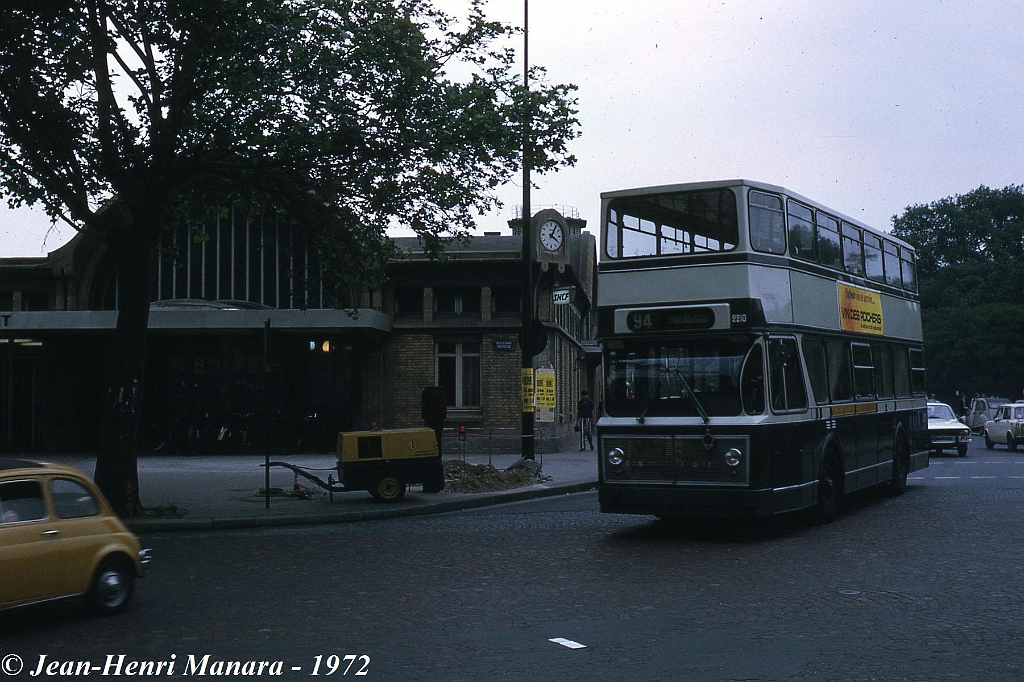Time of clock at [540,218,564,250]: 4:05
